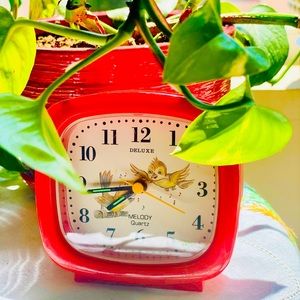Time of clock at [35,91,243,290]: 7:43
